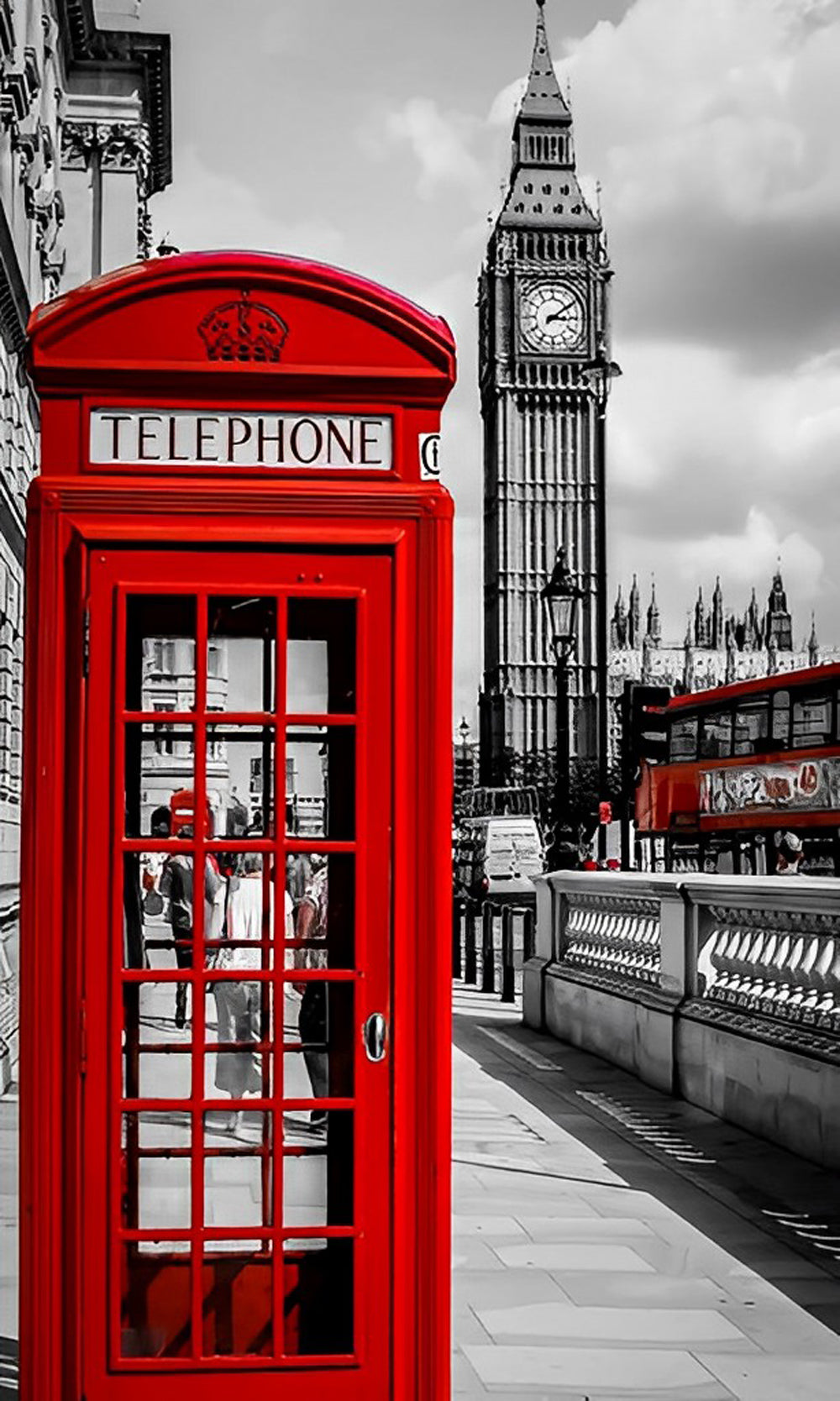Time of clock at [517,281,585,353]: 3:09
